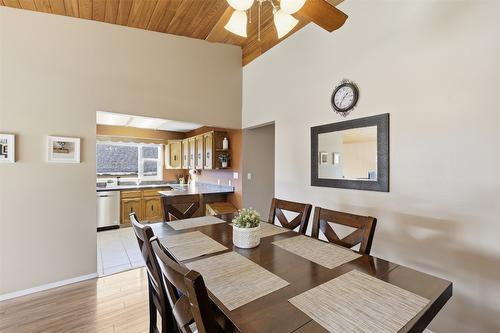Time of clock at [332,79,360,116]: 1:35
